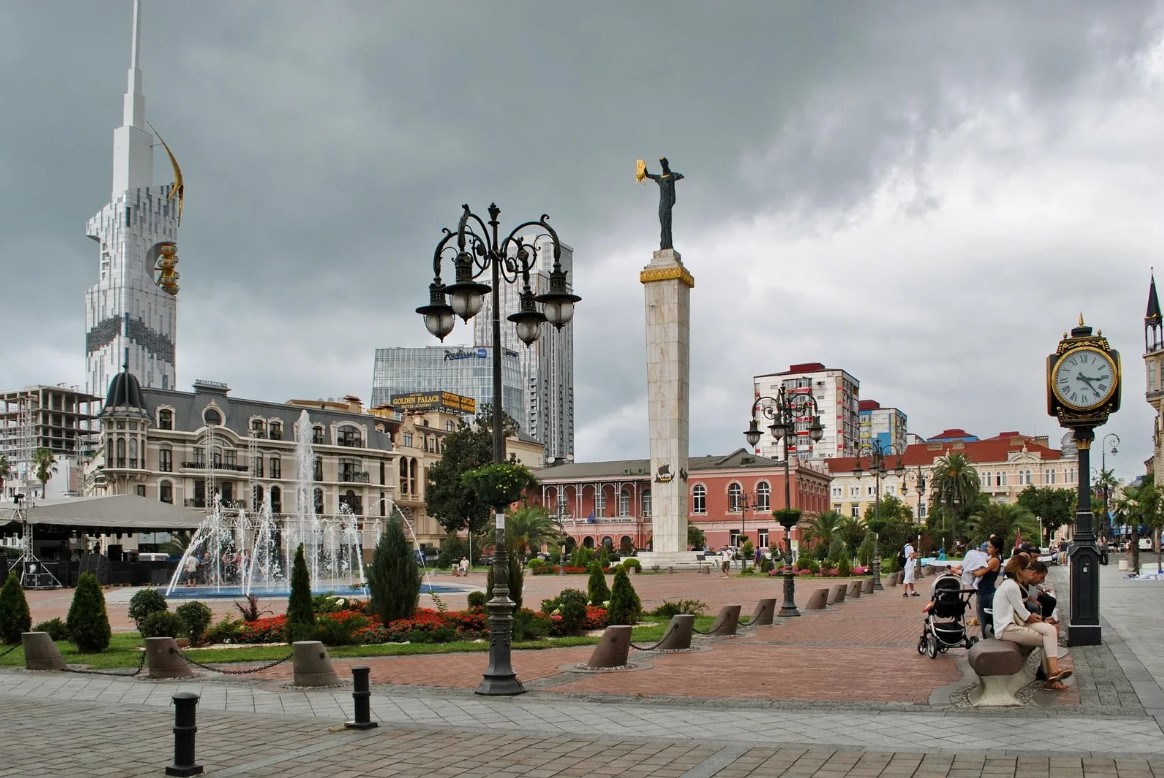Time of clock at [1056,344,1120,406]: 3:23
